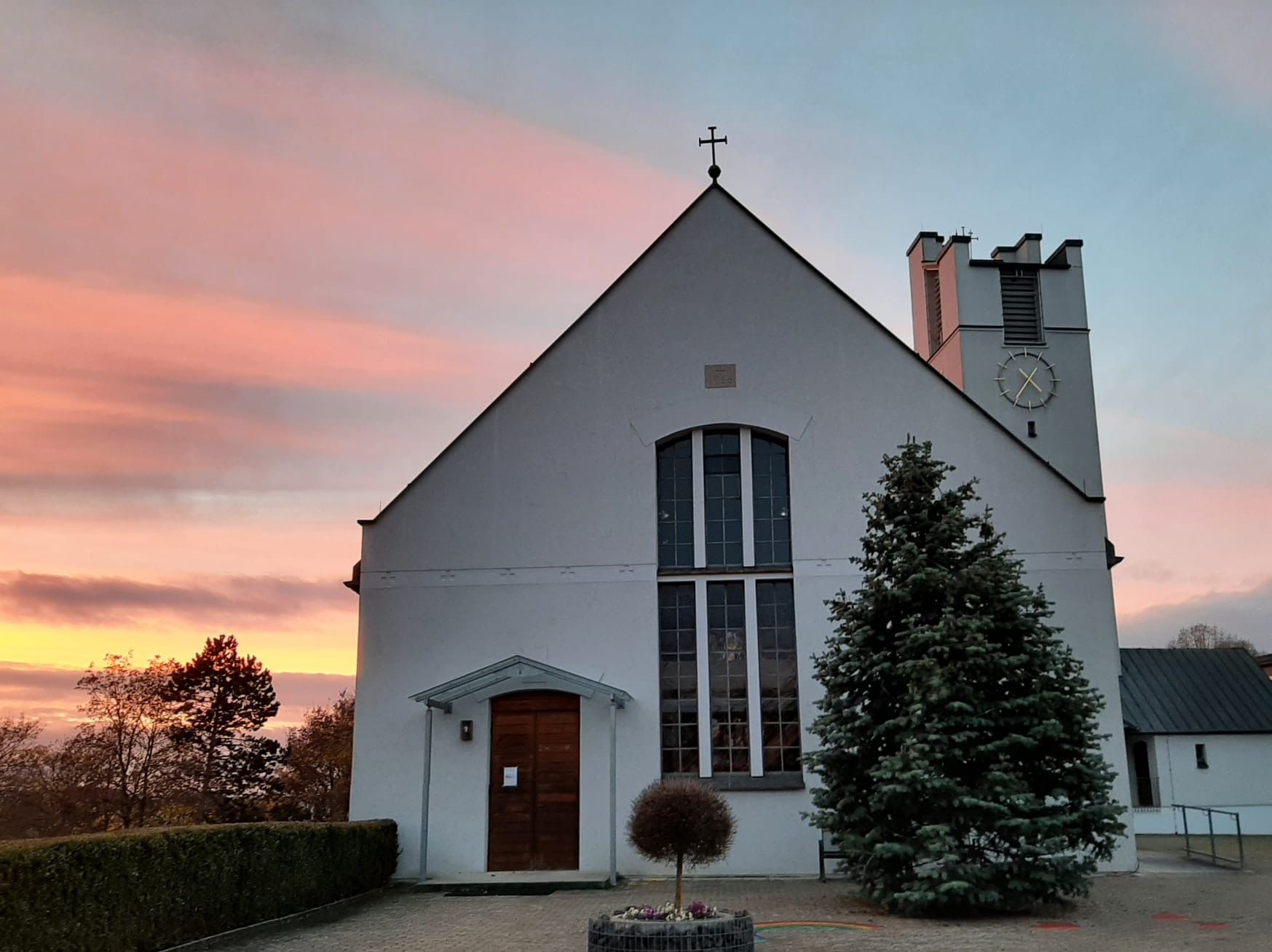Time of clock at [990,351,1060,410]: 4:35
